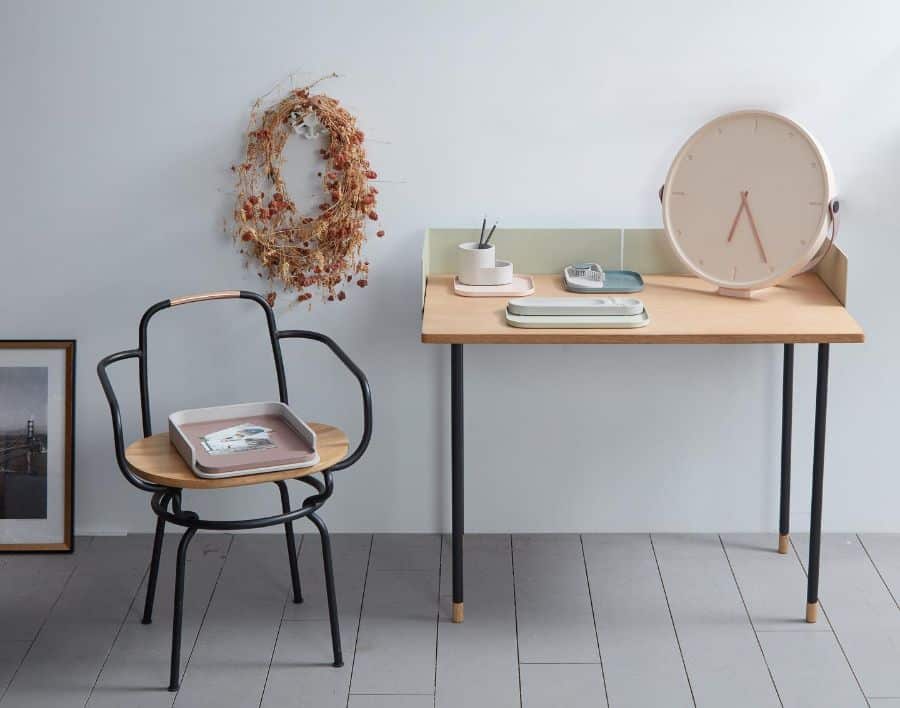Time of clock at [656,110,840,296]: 6:25
